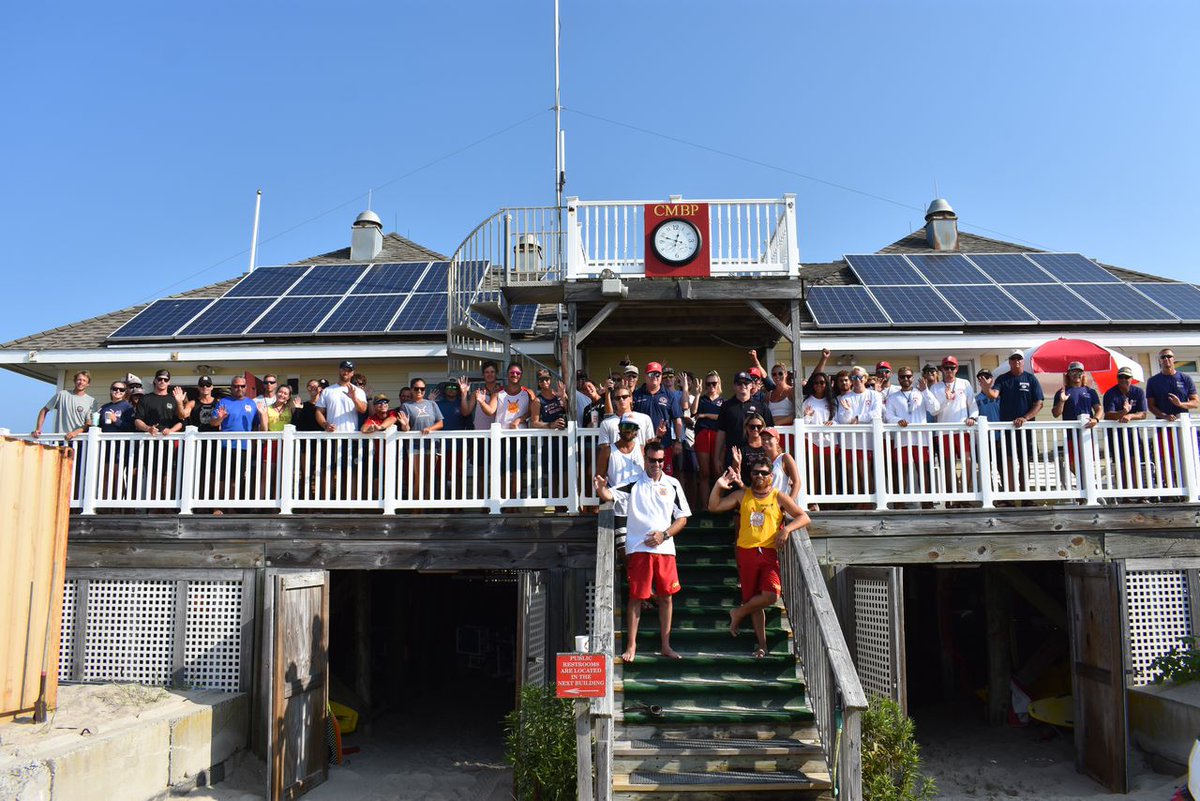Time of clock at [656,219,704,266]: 12:48
